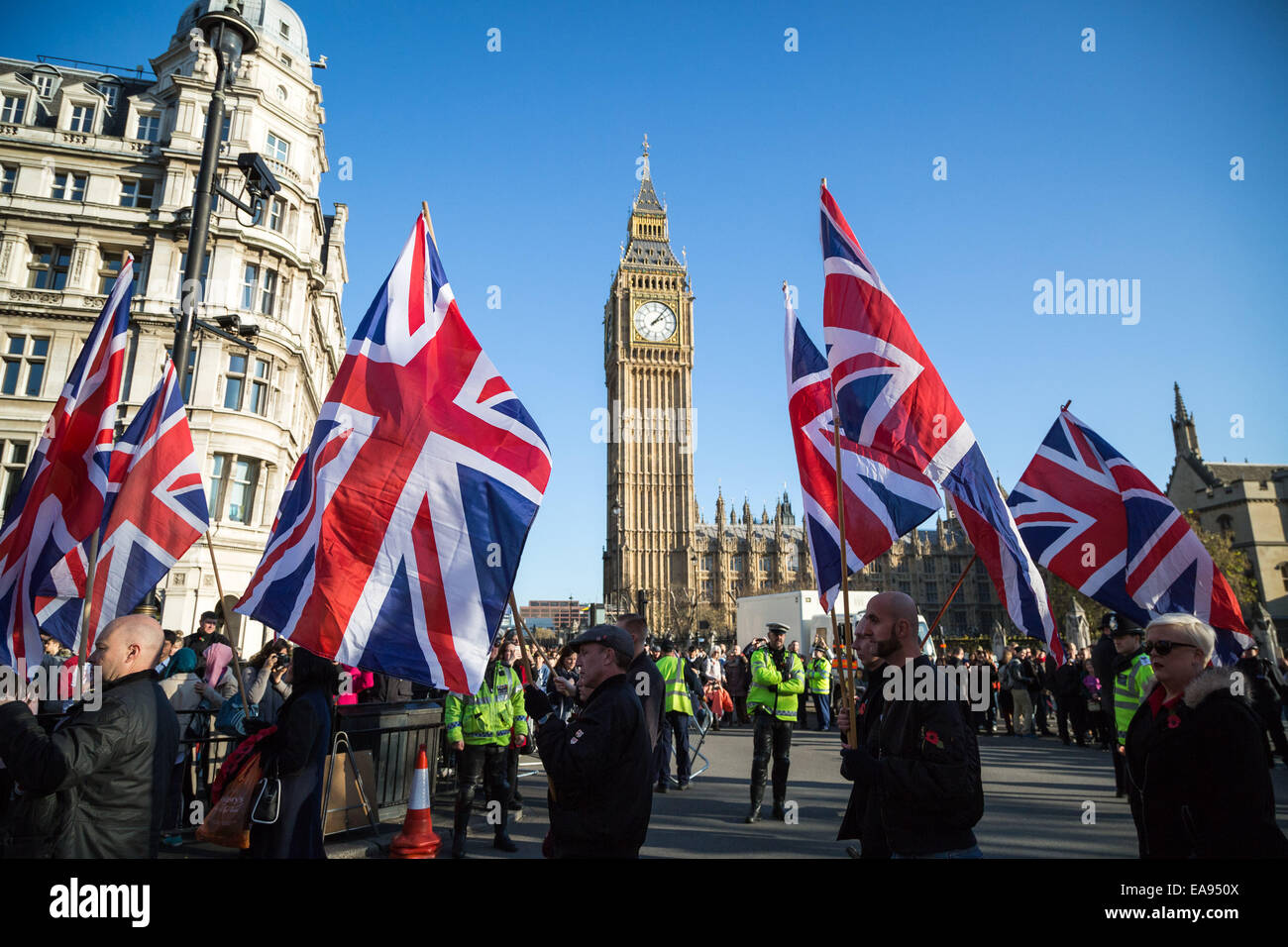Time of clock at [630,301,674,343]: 2:06
